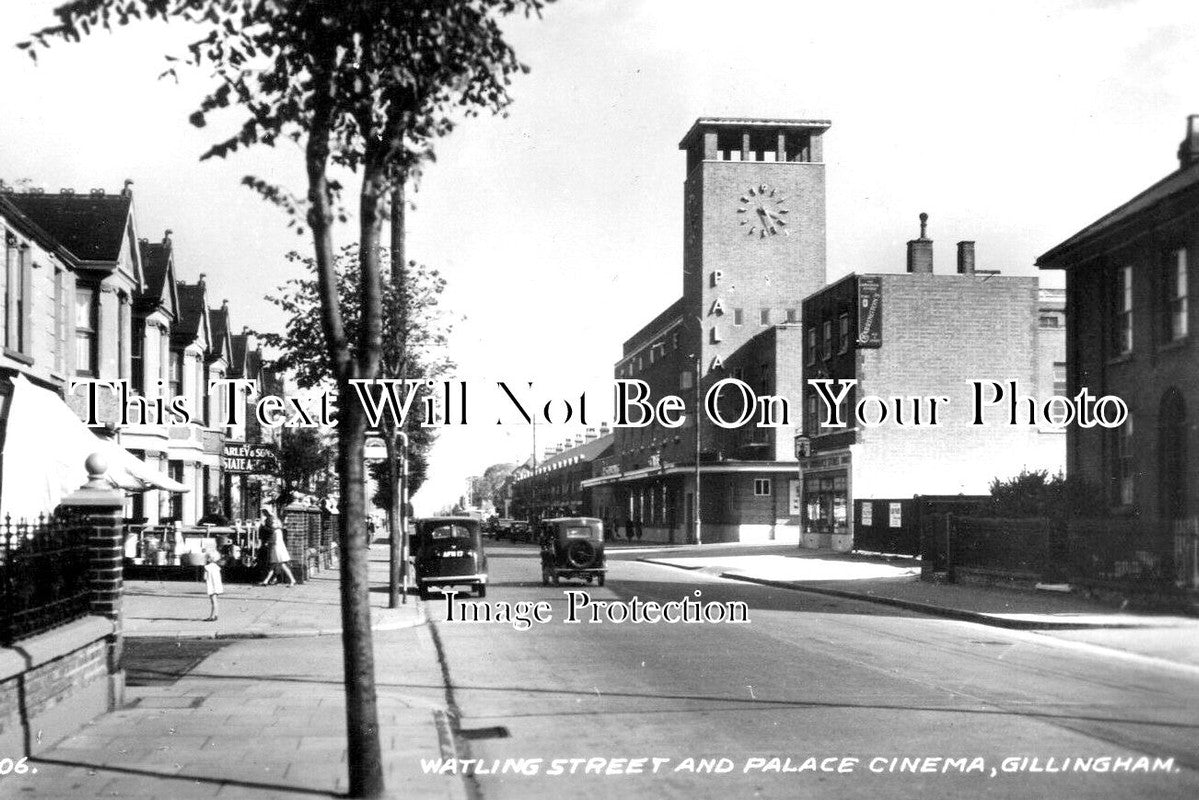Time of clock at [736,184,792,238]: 5:18
